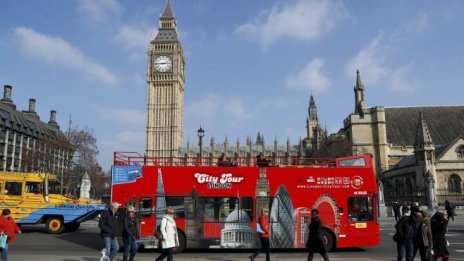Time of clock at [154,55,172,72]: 2:45
